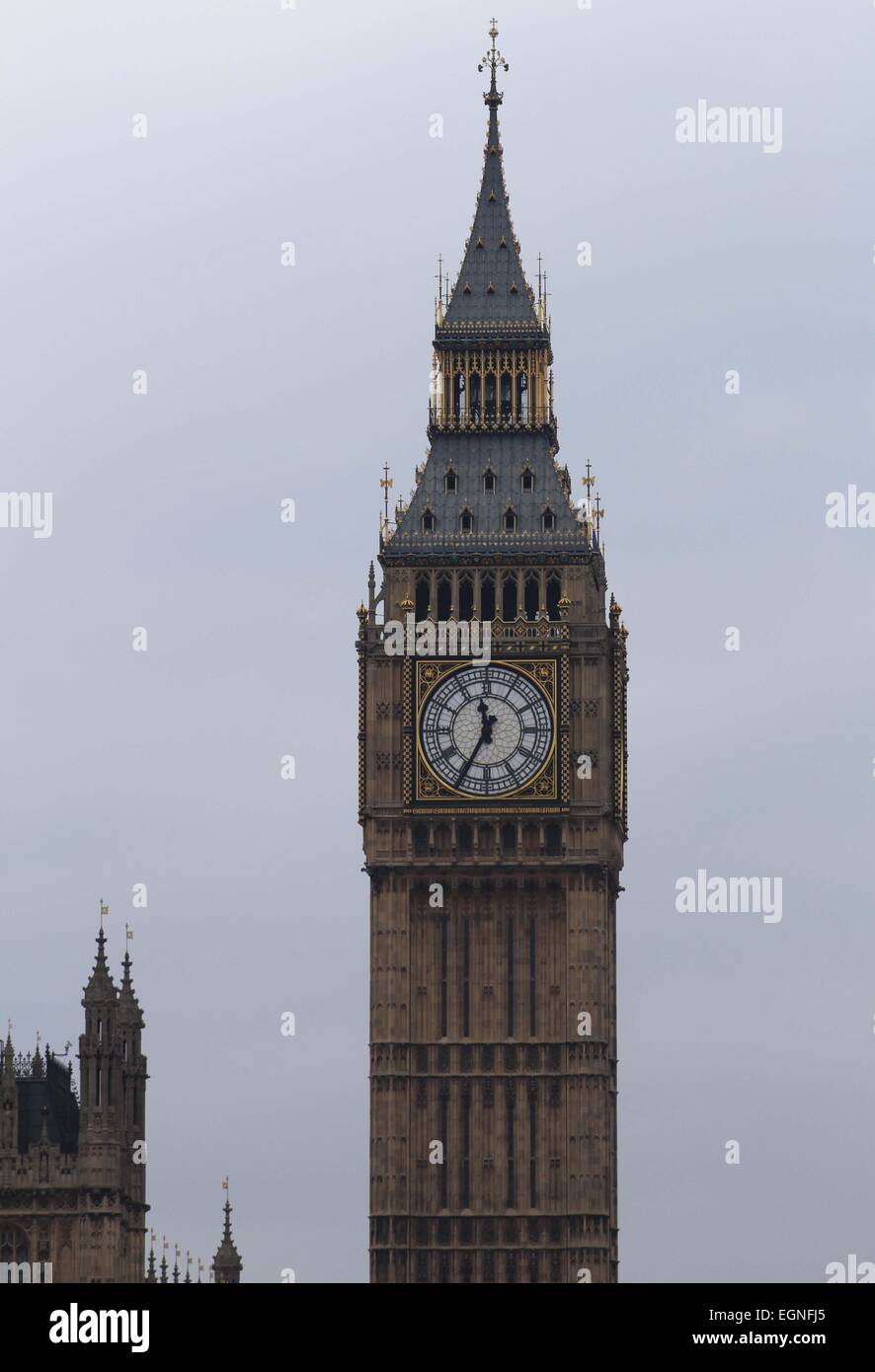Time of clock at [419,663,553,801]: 11:34
